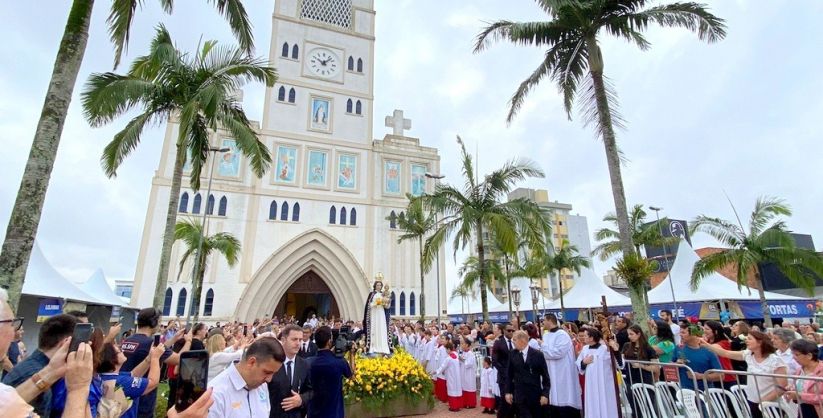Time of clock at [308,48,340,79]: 10:07
